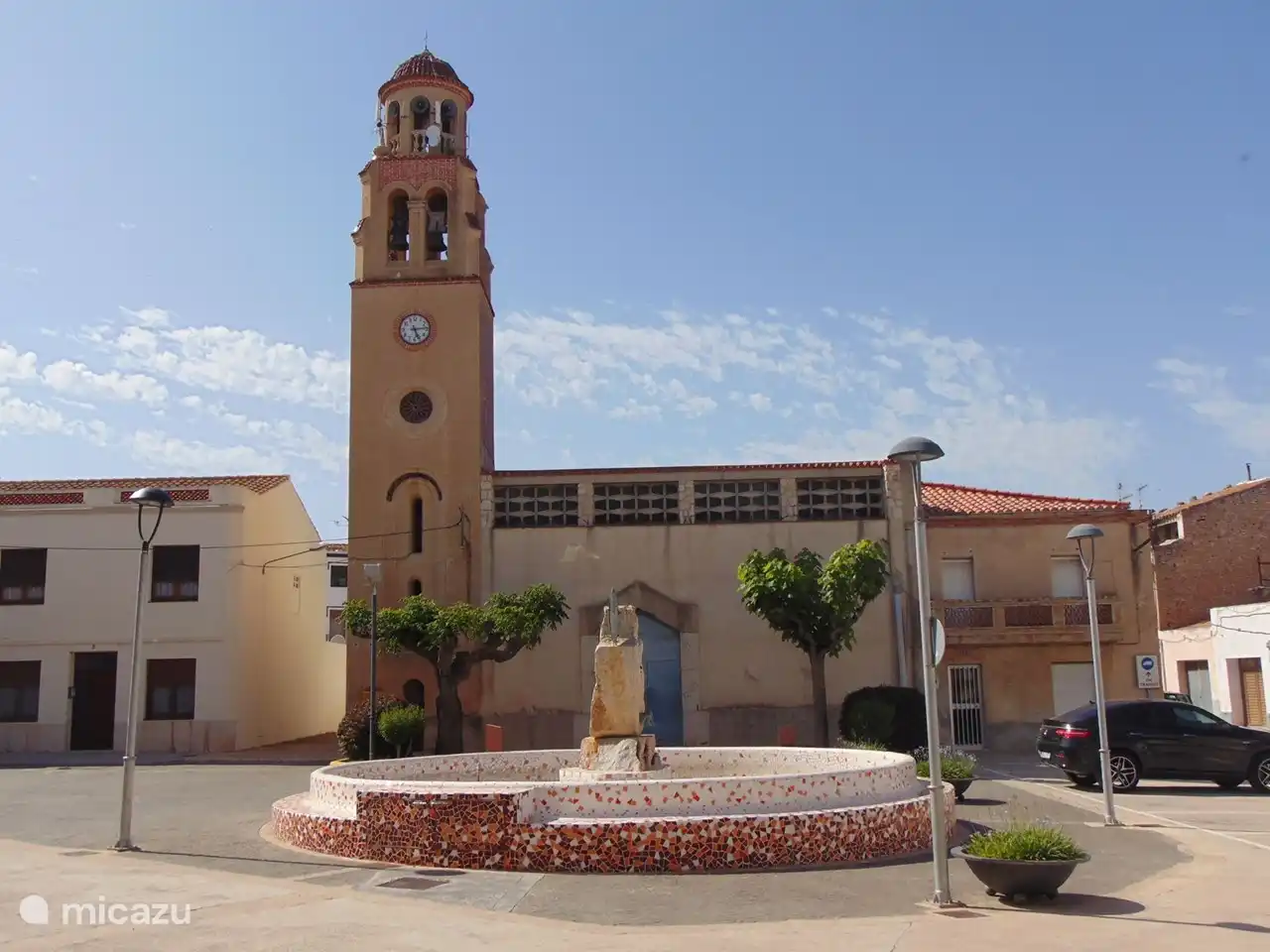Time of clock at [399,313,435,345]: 5:13
